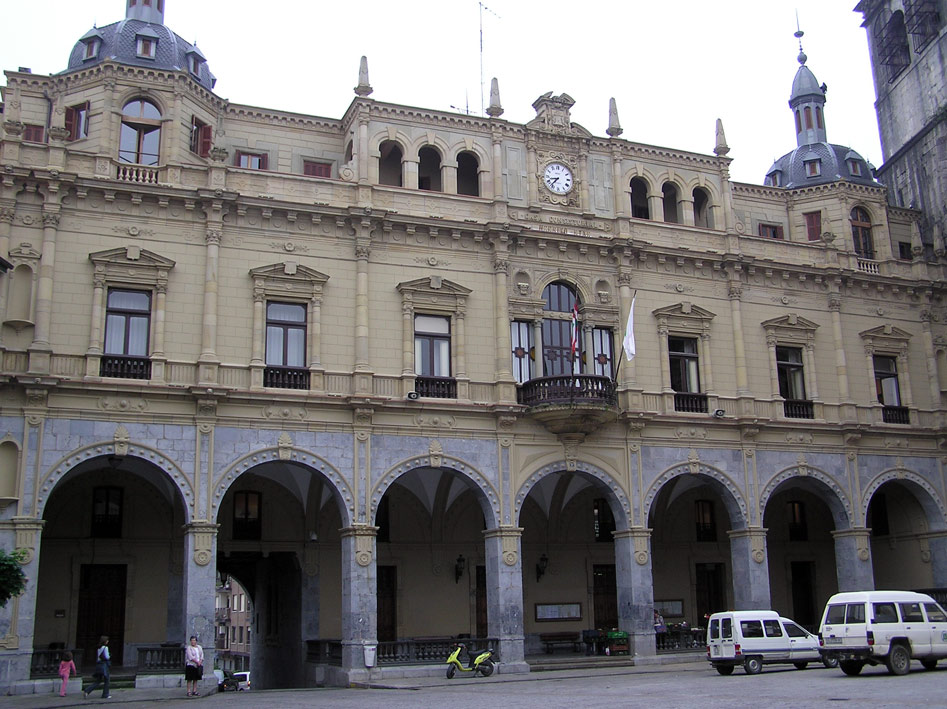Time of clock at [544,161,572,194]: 8:36
